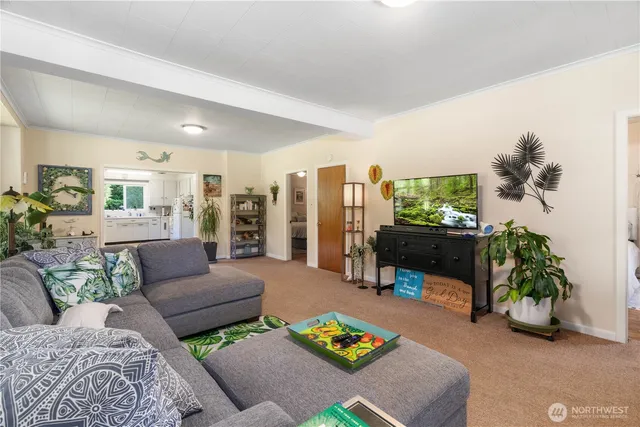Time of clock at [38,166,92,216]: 8:16
